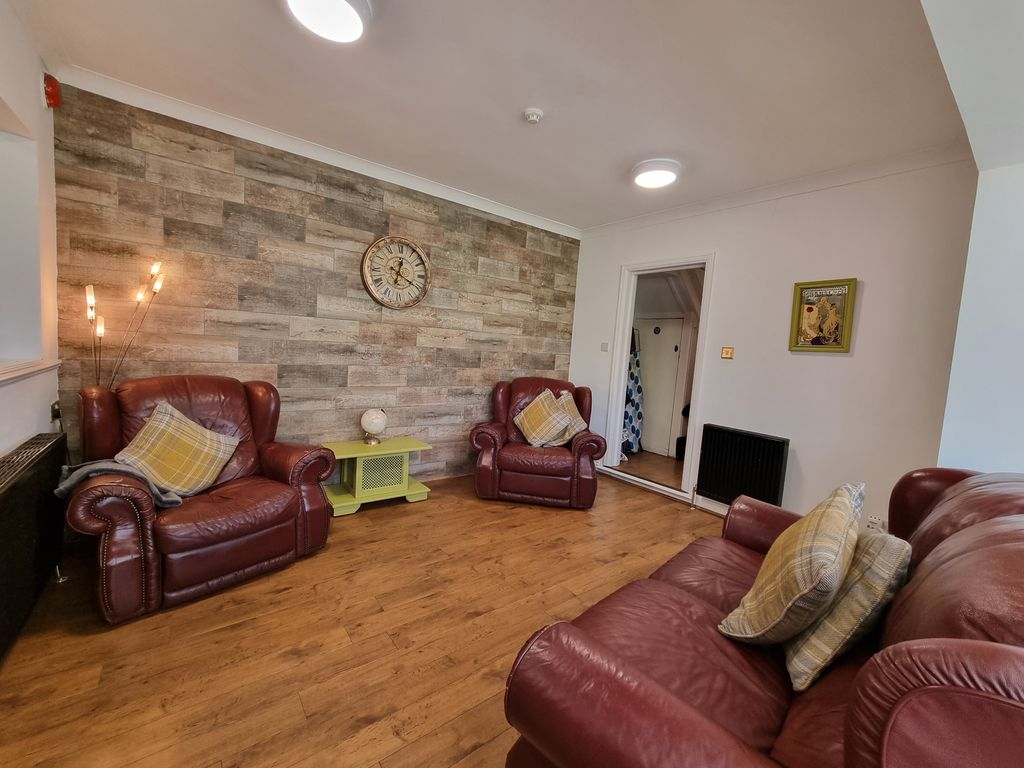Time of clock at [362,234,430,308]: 12:19
